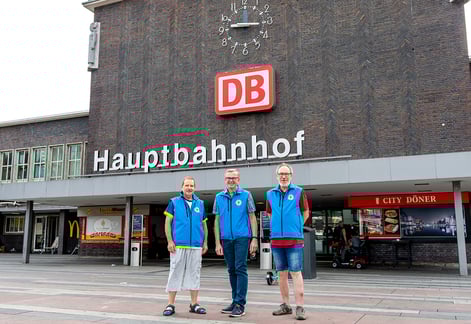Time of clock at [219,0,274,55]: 9:16
